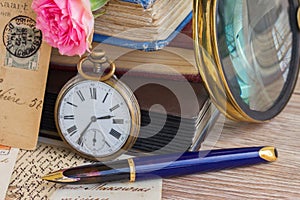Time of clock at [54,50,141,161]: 2:35
